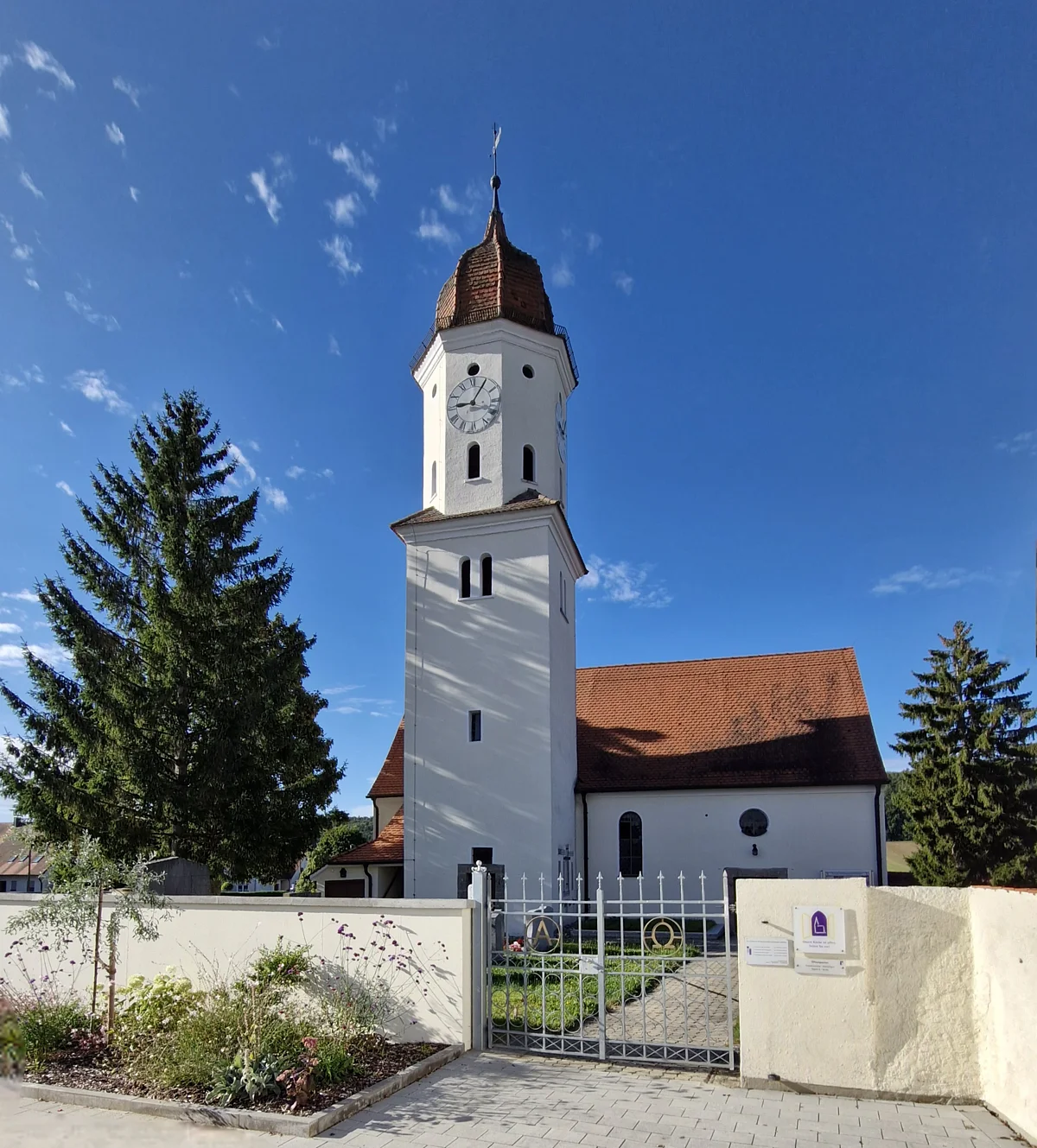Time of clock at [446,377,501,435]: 9:05
